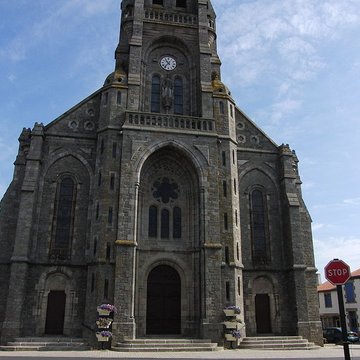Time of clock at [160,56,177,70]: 10:36
